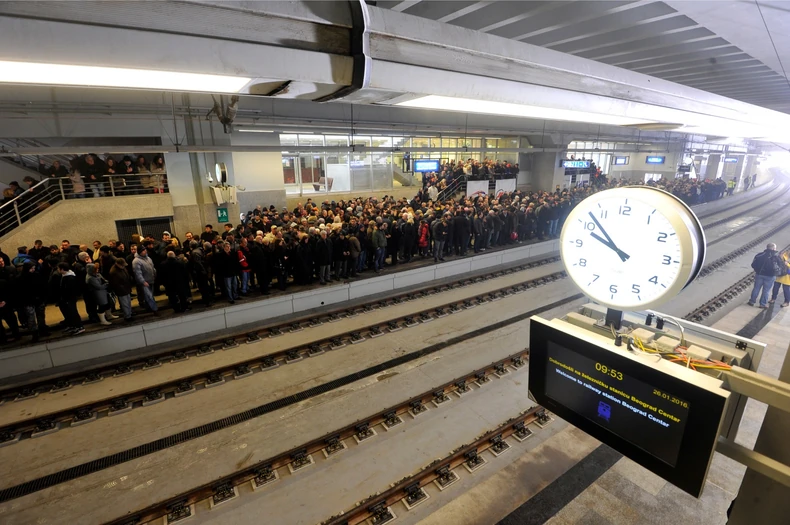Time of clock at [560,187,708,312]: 9:52
